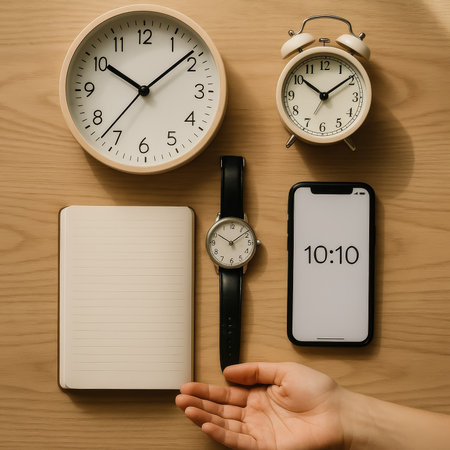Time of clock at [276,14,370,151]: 10:09
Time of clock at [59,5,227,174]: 10:08
